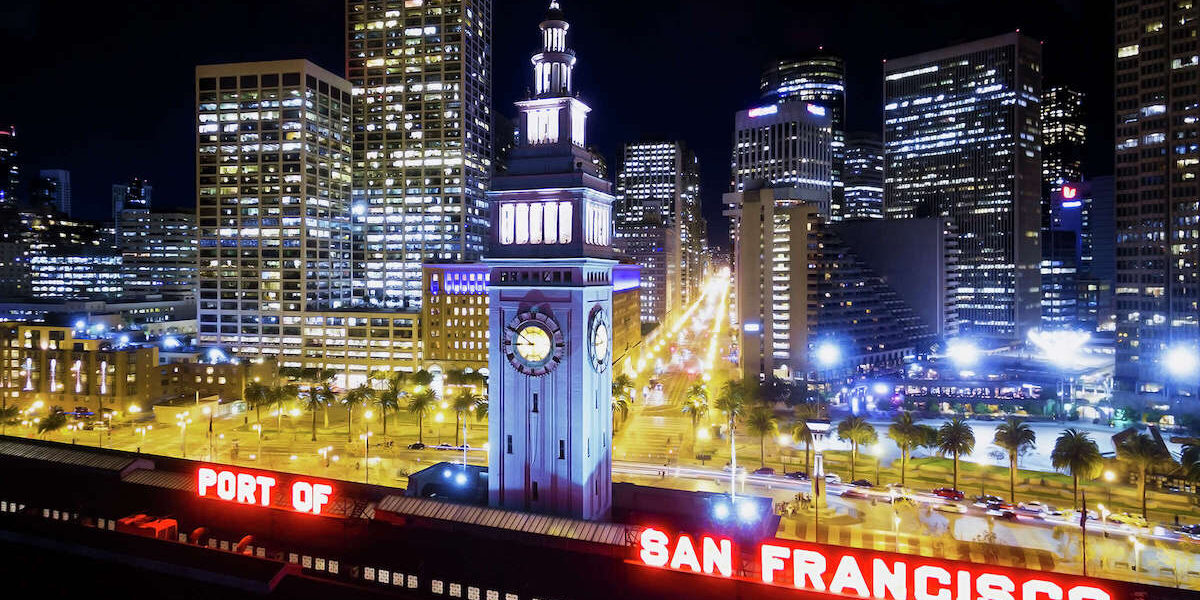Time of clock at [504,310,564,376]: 8:50
